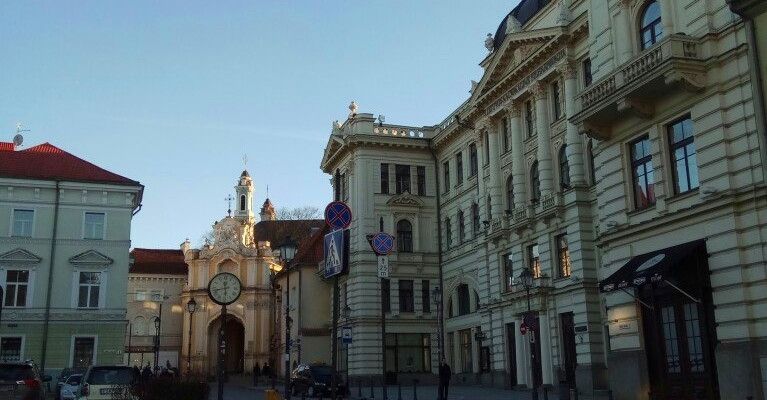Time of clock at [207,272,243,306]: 11:42
